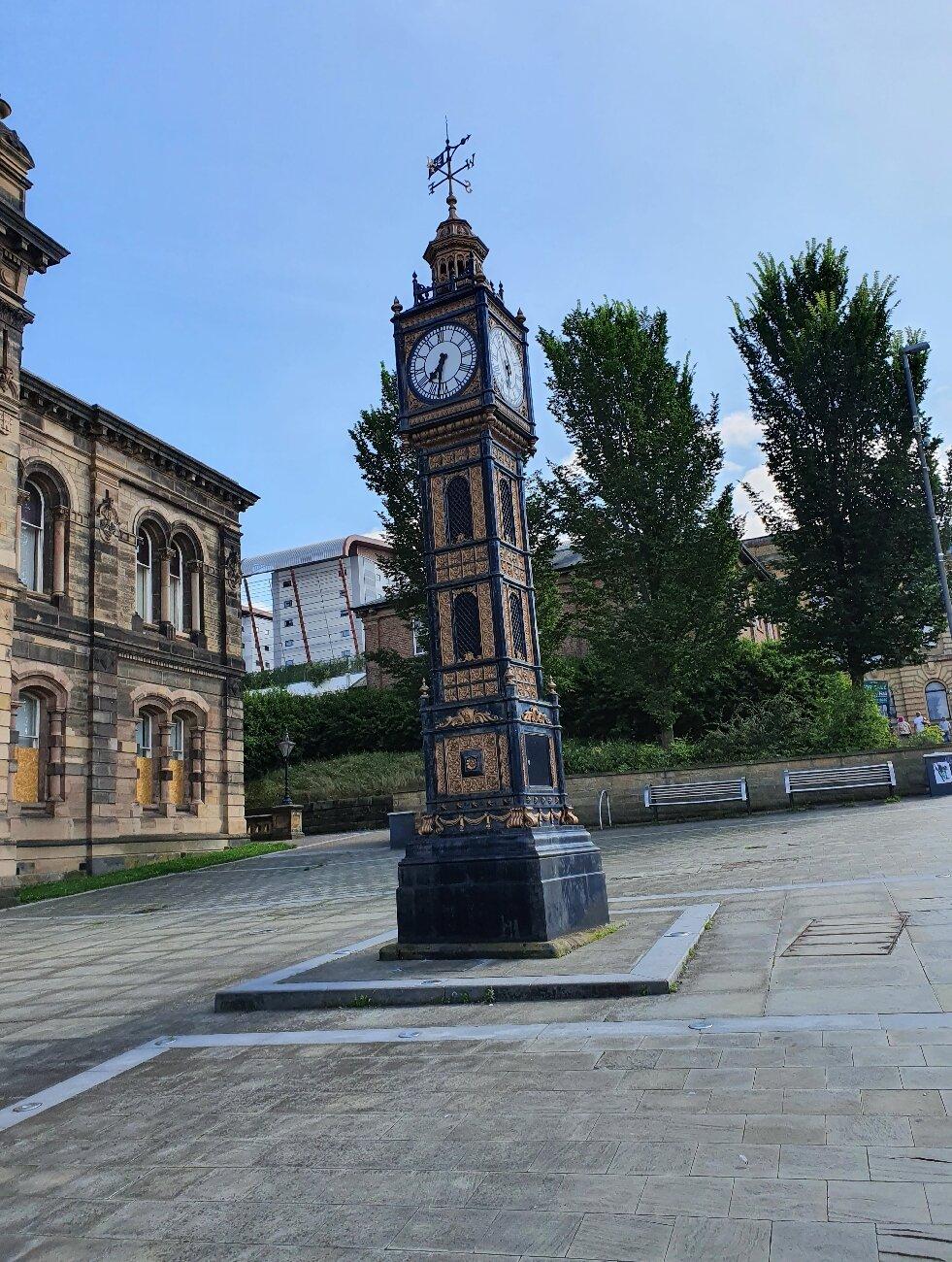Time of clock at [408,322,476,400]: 7:32
